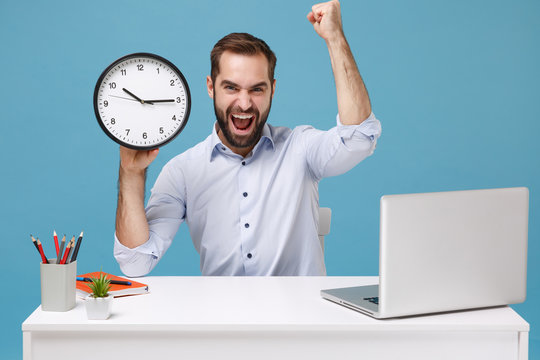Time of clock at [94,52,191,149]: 10:14
